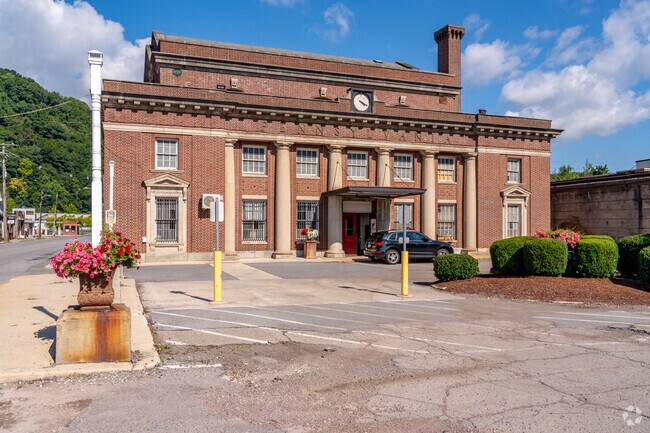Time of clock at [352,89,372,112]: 4:18
